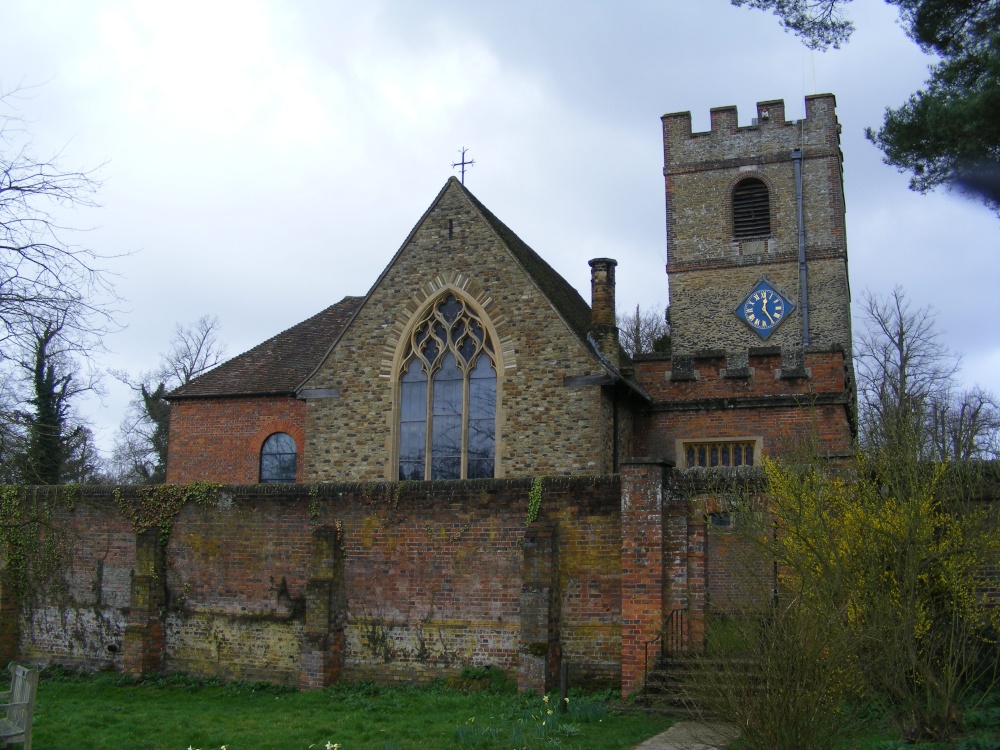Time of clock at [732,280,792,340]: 12:24
